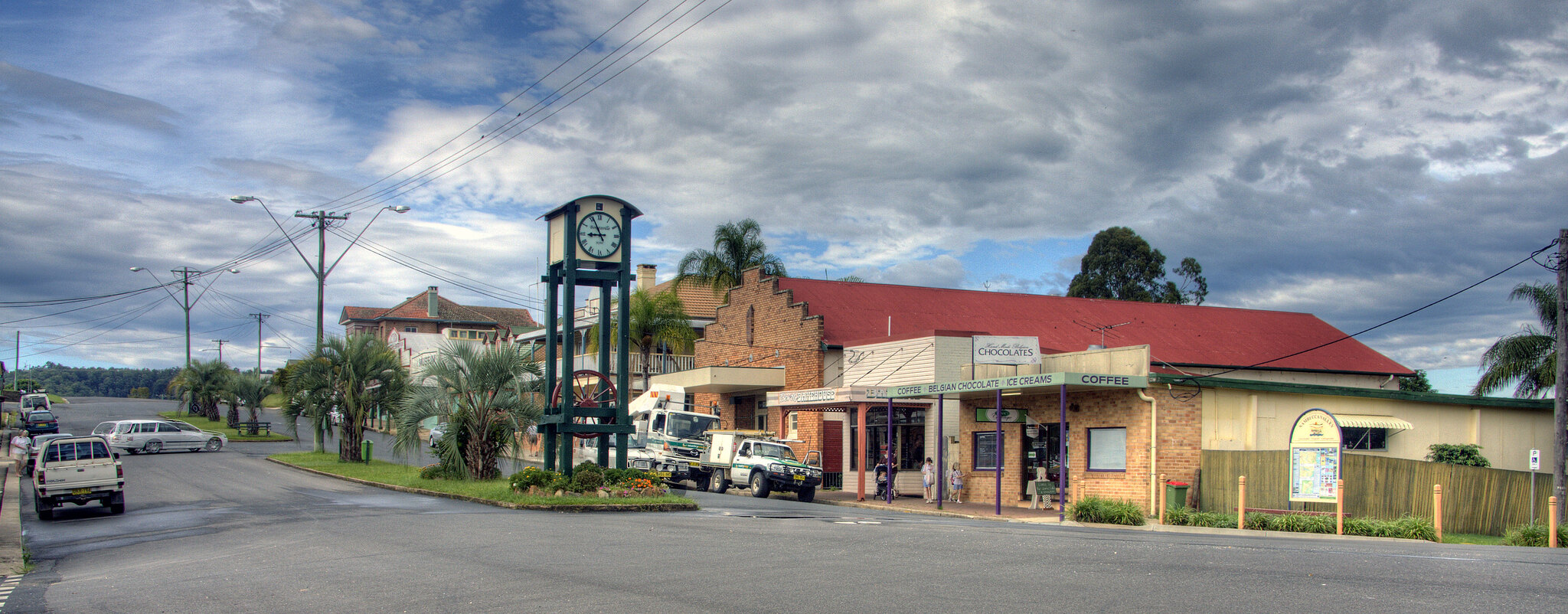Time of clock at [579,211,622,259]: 8:55
